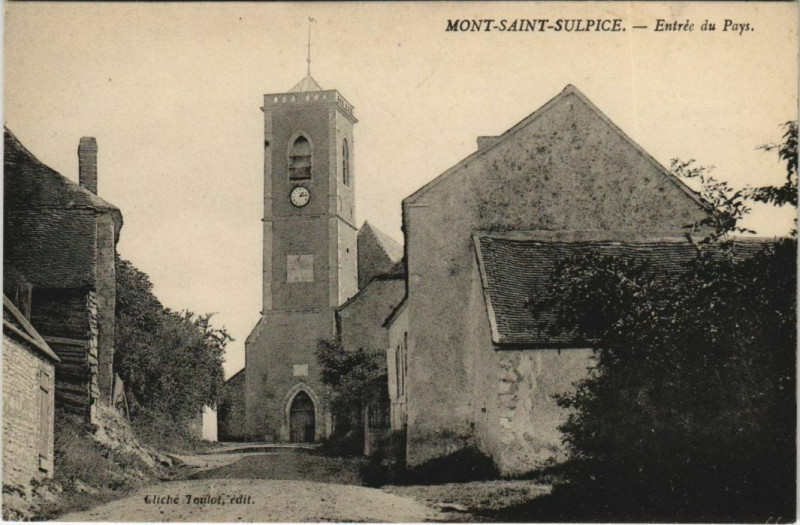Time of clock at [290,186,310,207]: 1:13
